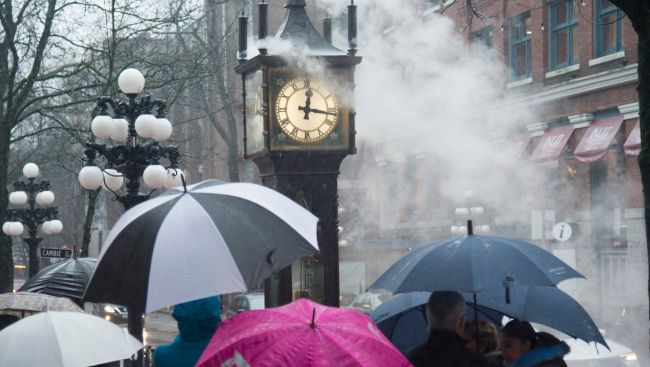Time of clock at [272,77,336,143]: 12:16
